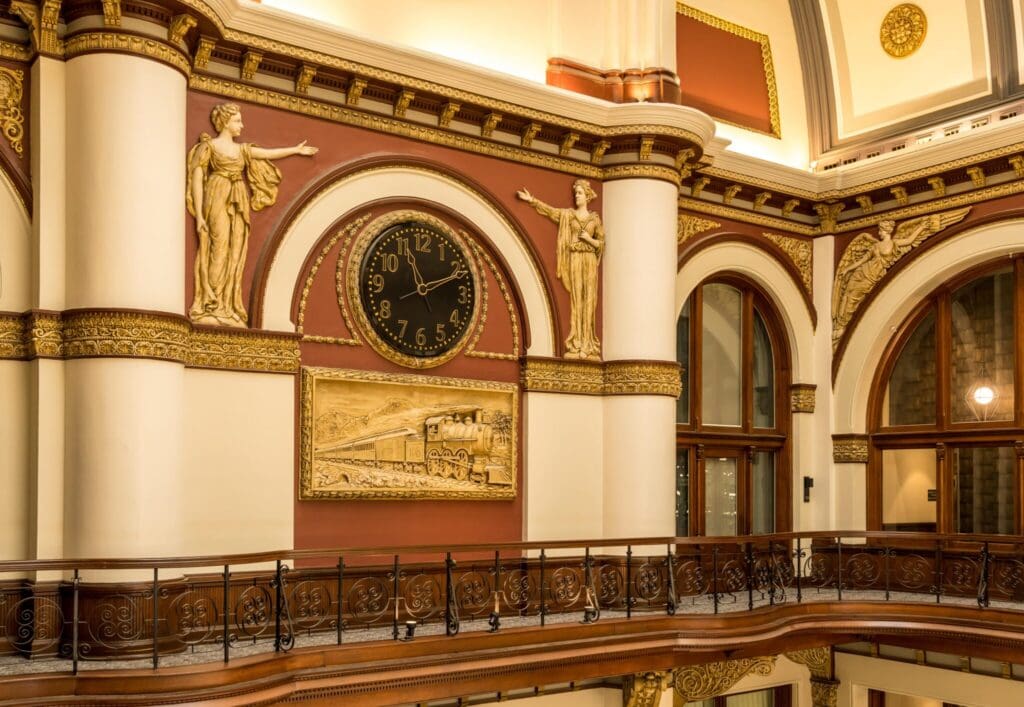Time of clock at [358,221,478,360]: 11:11
